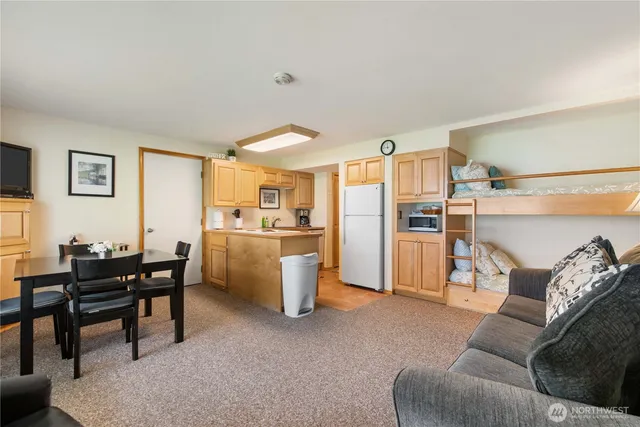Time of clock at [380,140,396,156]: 11:45
